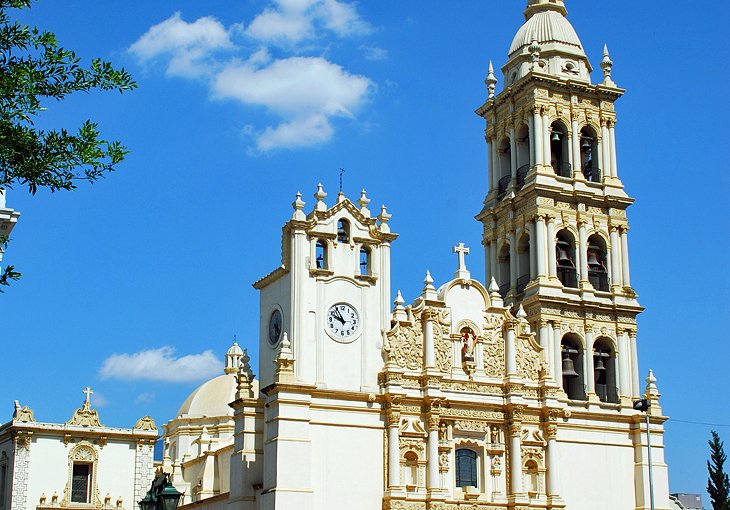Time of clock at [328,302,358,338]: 9:55
